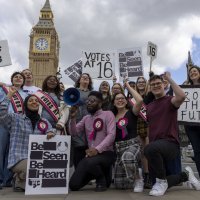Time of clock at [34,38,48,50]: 12:00
